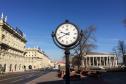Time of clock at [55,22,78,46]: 9:41
